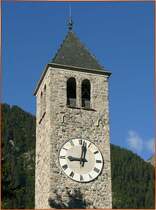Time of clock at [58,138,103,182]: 9:01
